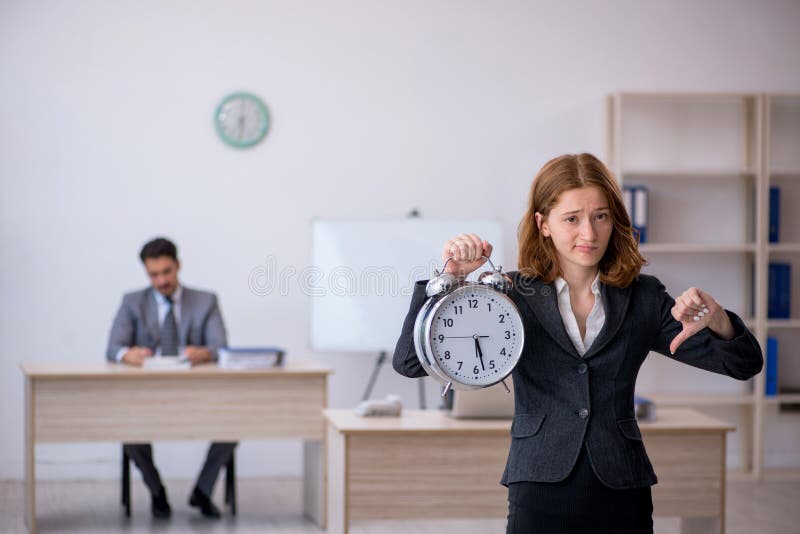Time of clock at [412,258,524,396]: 5:27
